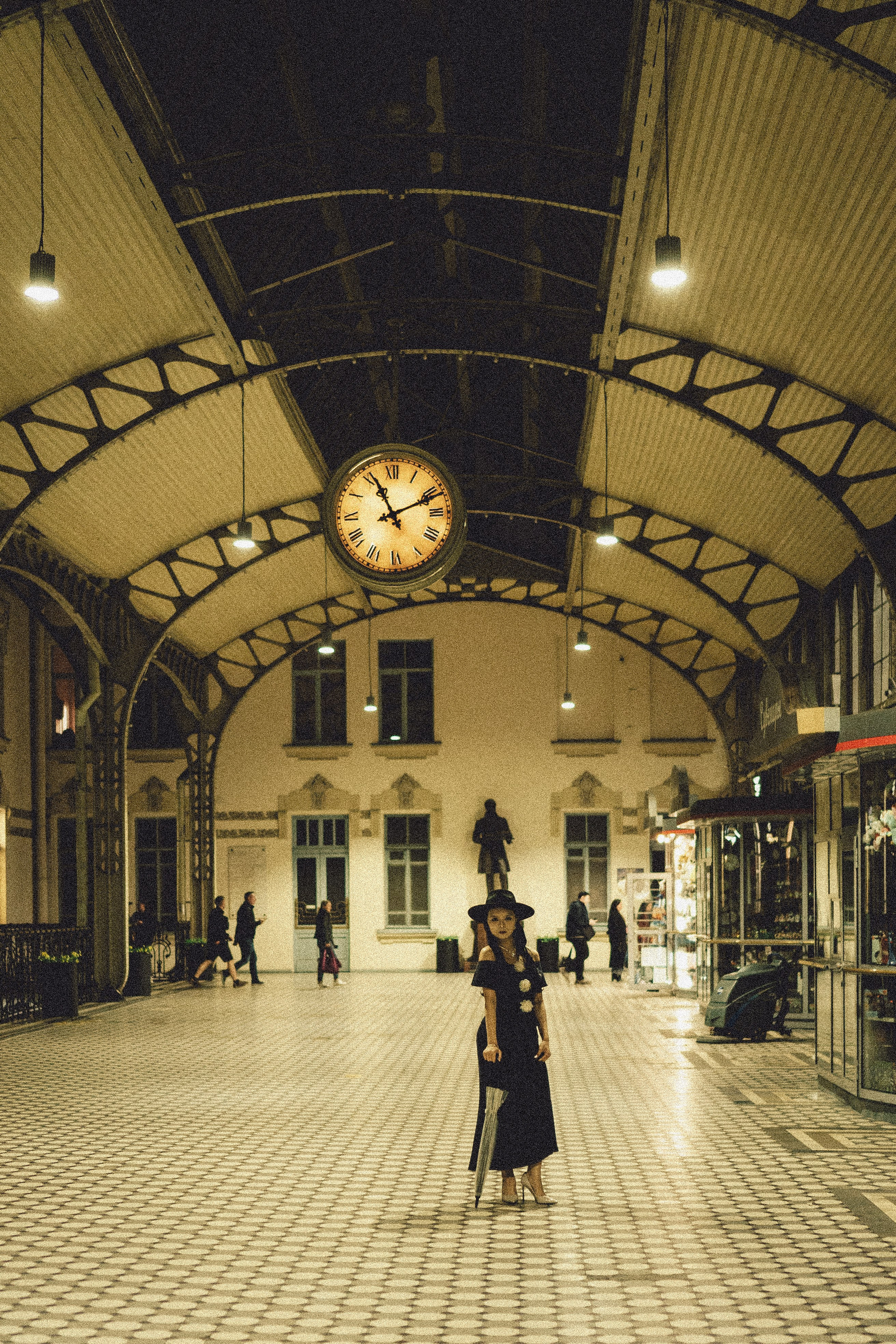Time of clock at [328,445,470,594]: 11:11
